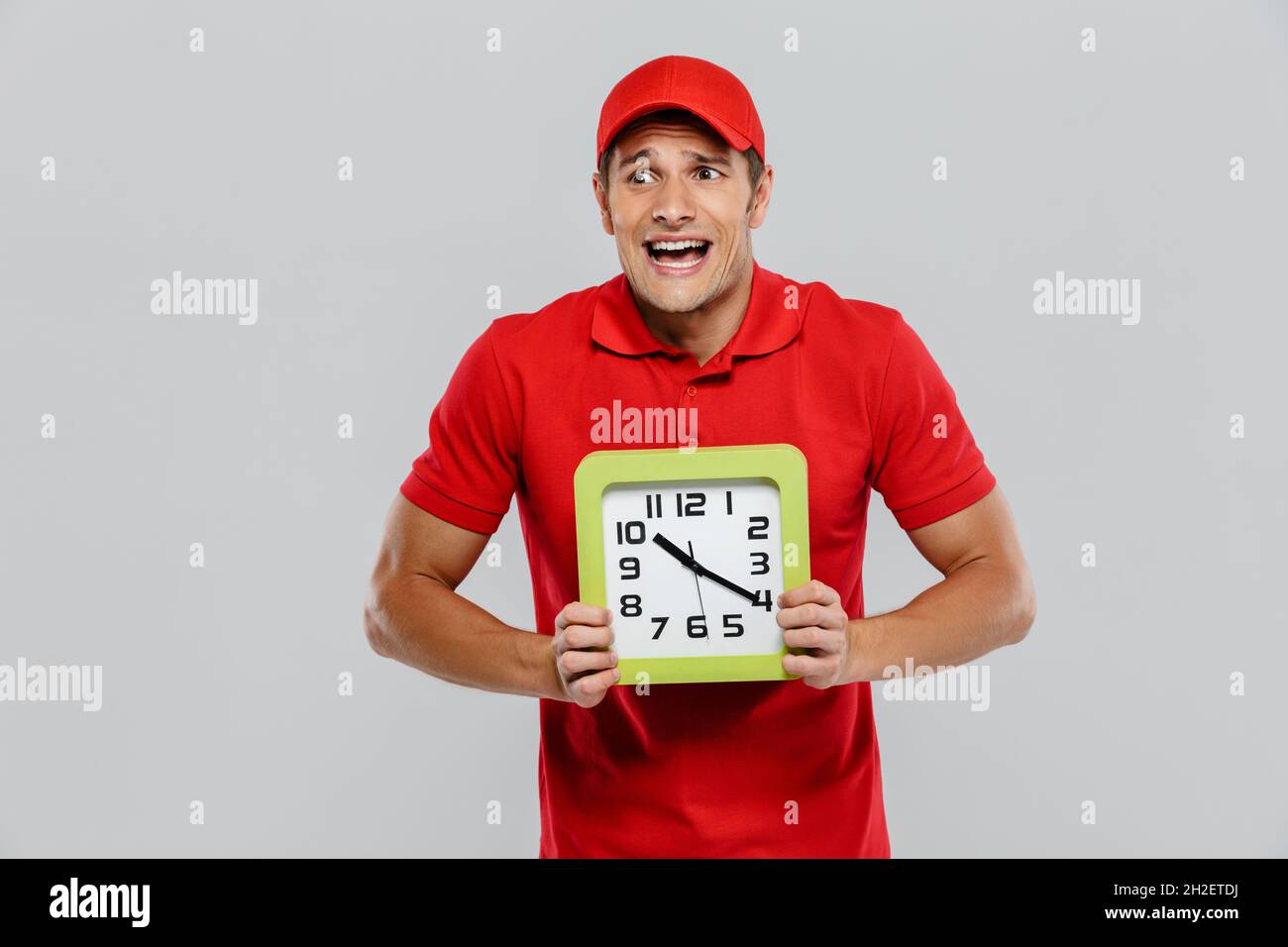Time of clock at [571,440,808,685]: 10:20
